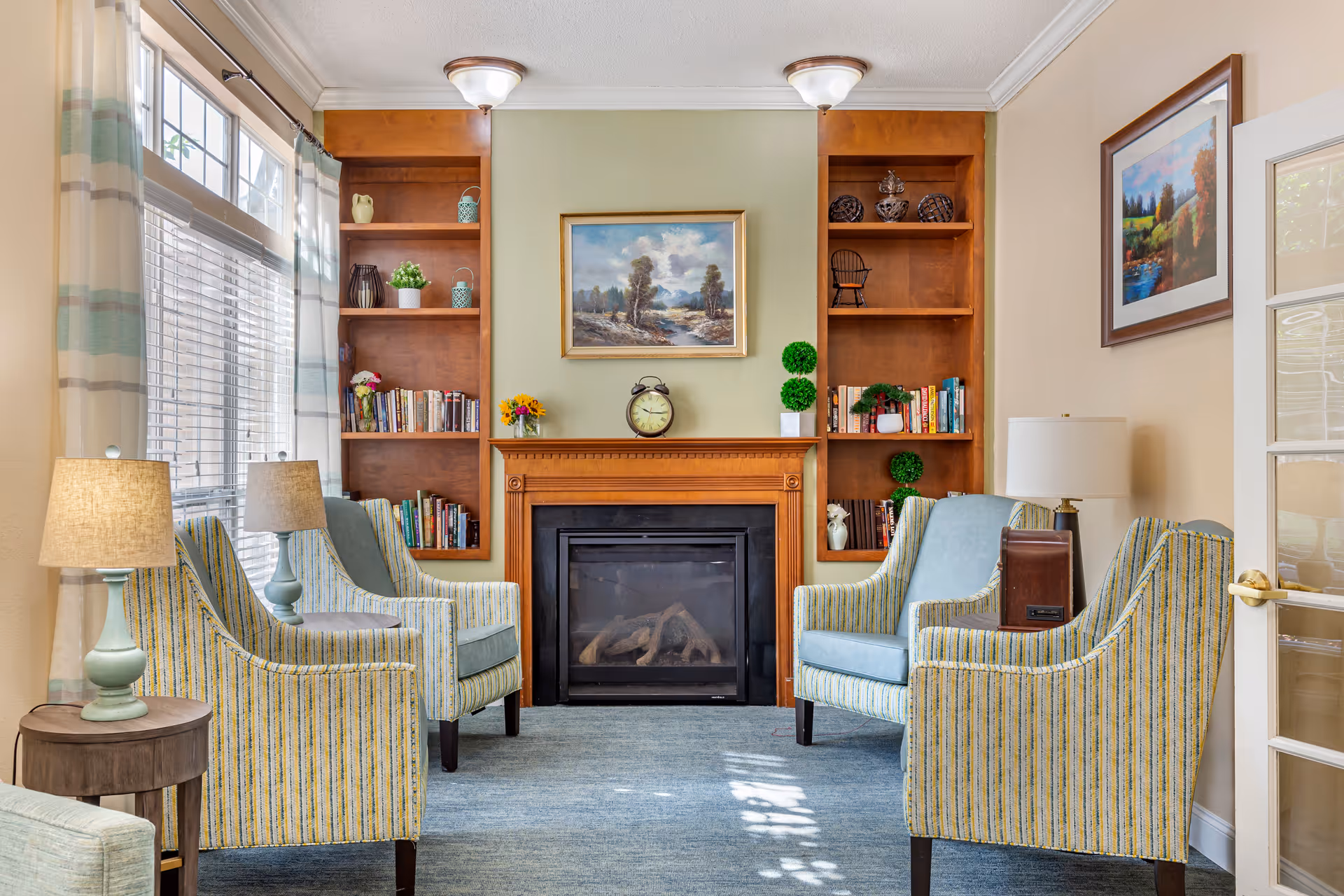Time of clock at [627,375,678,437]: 10:15
